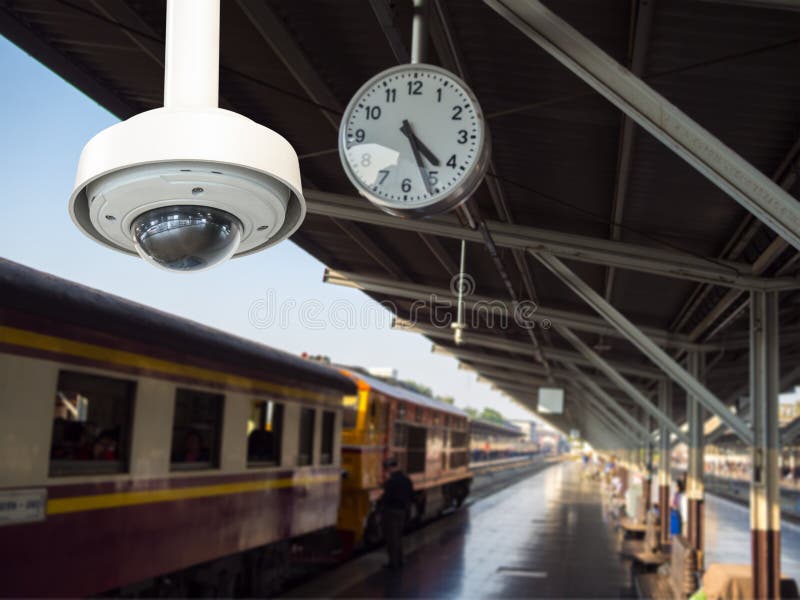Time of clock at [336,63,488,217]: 4:26
